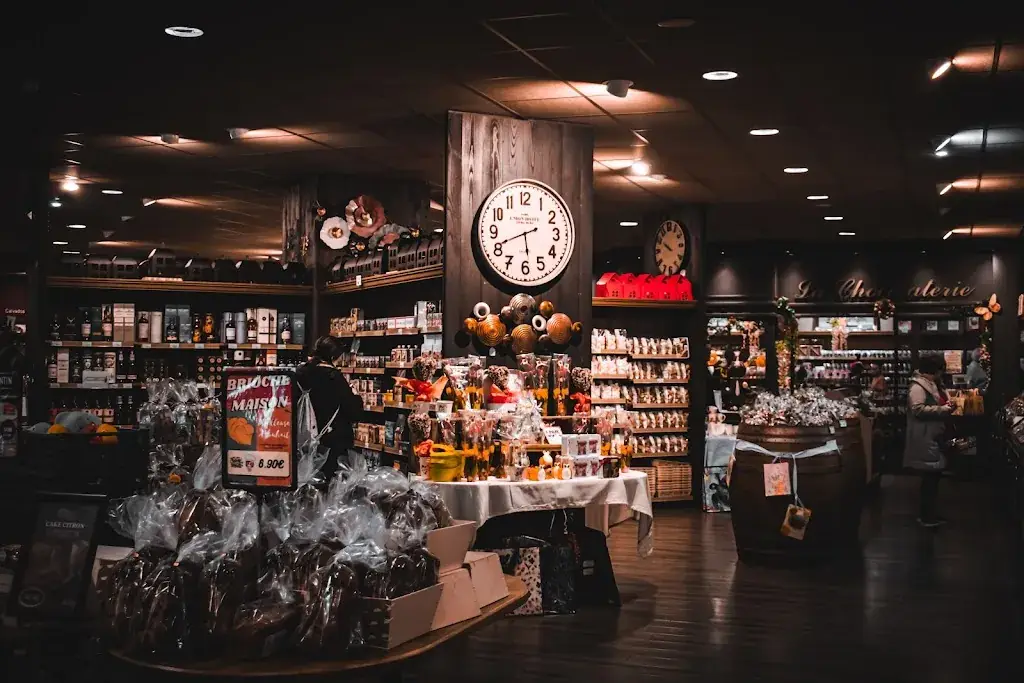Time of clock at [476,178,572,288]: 5:41
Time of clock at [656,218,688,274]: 9:50
